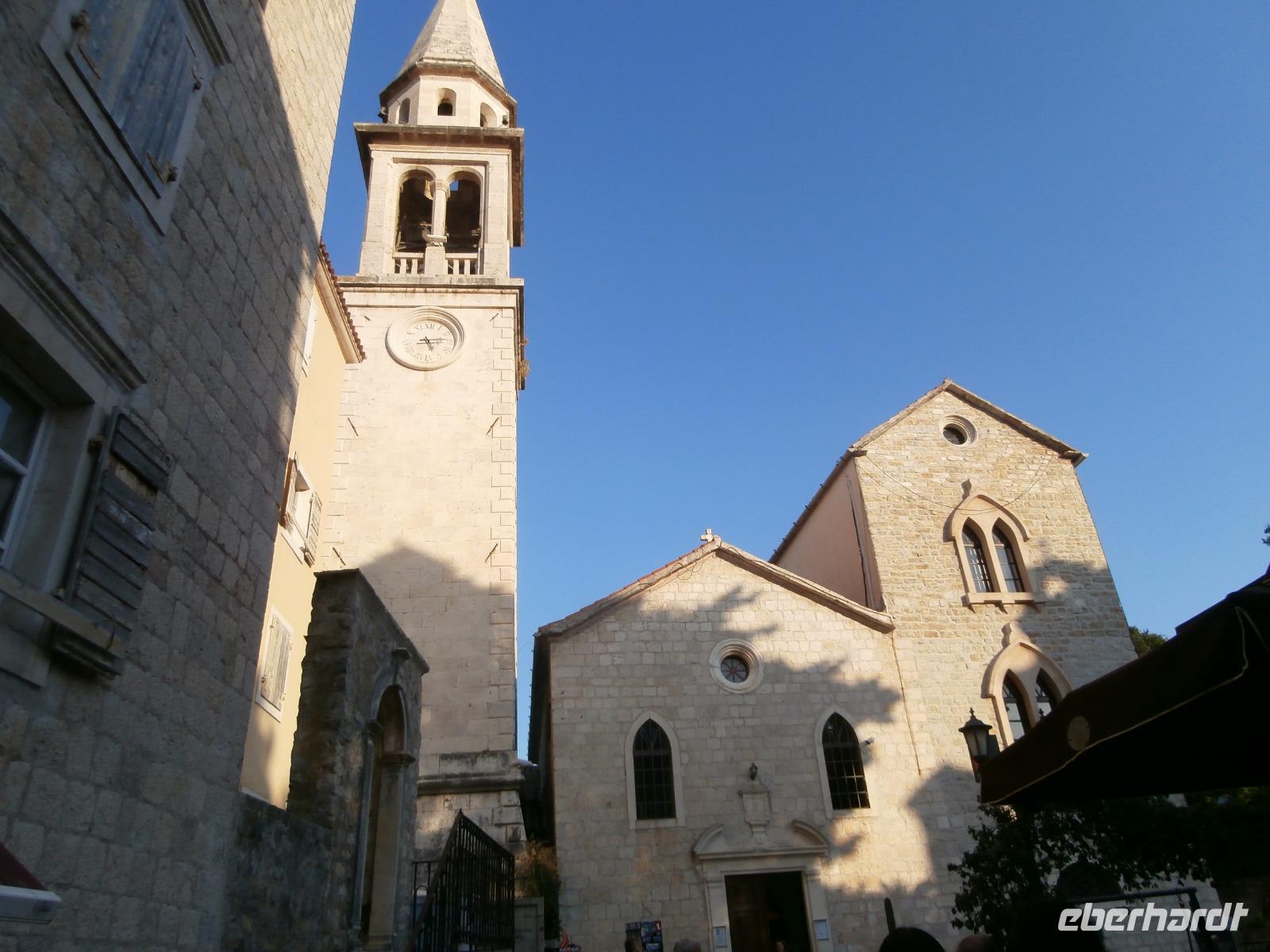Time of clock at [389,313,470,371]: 5:13
